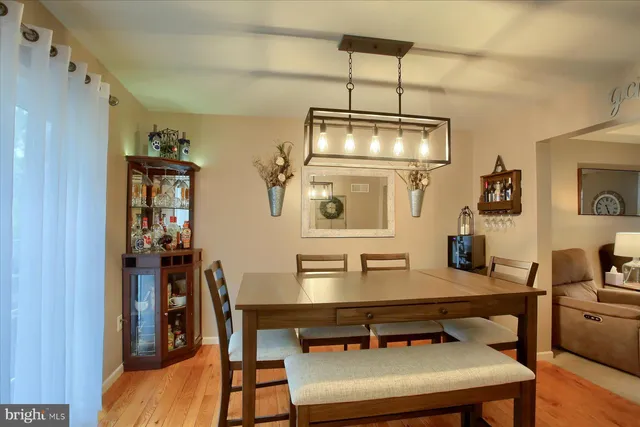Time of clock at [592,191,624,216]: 5:26
